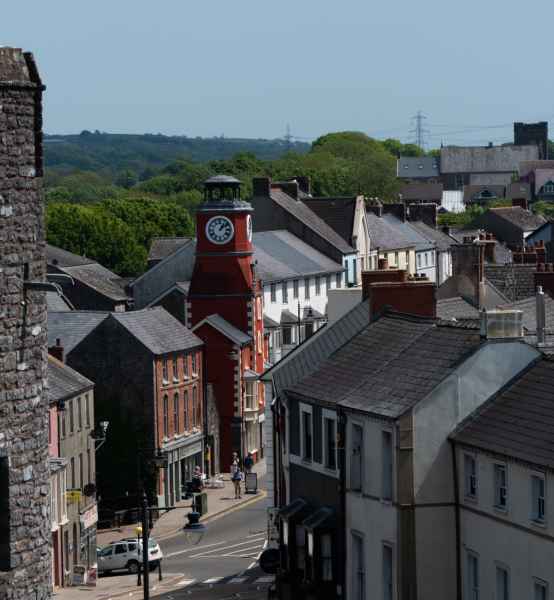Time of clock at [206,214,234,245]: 1:08
